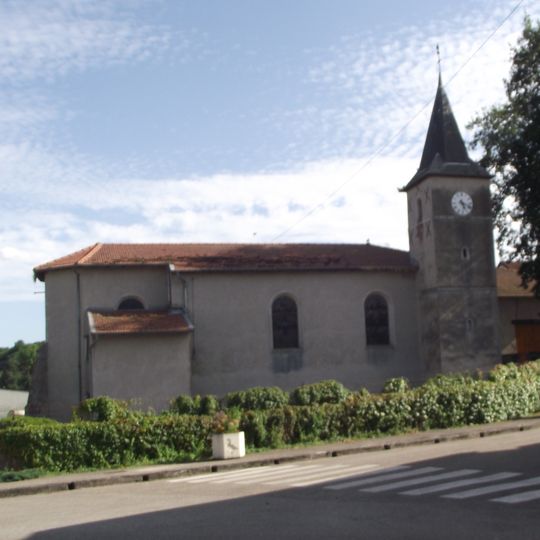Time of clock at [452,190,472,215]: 5:18
